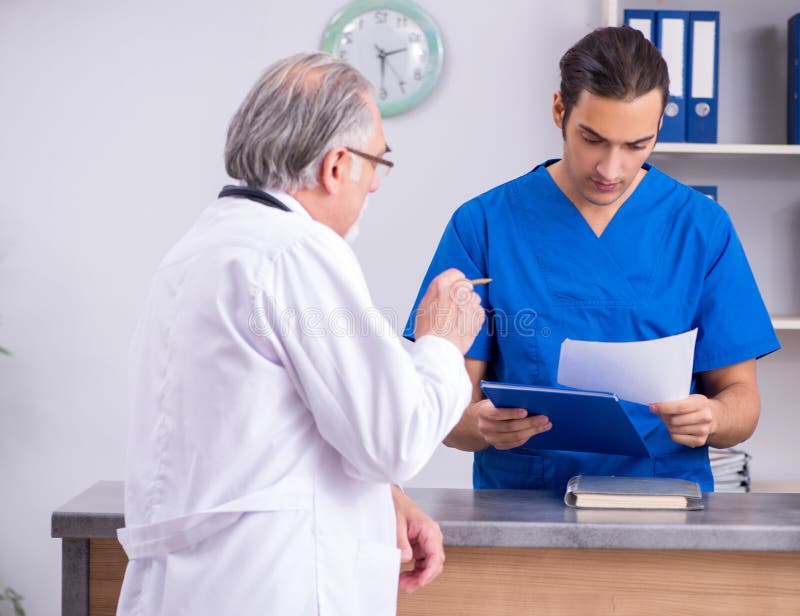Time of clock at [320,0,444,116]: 2:29
